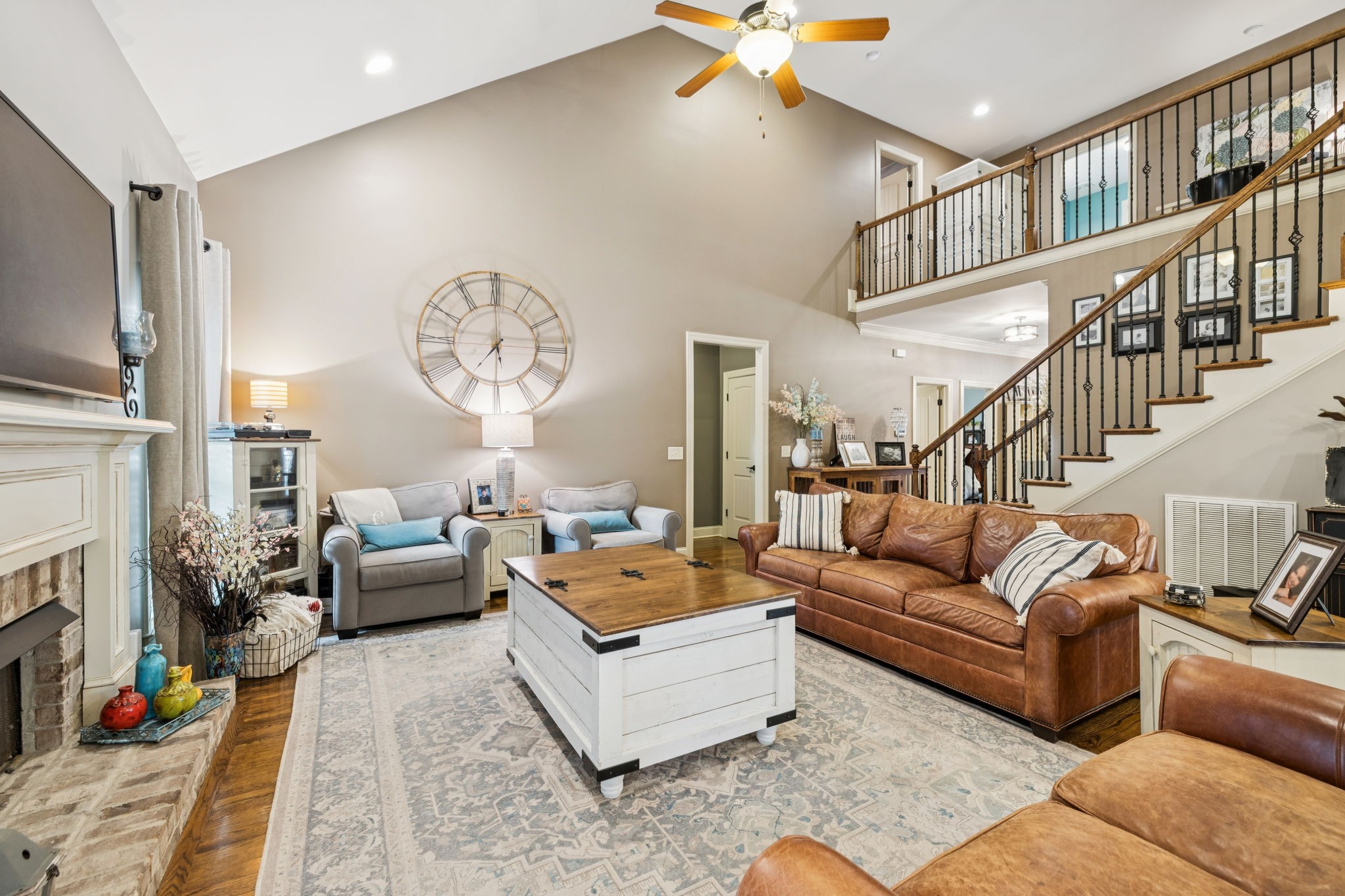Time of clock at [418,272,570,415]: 7:00
